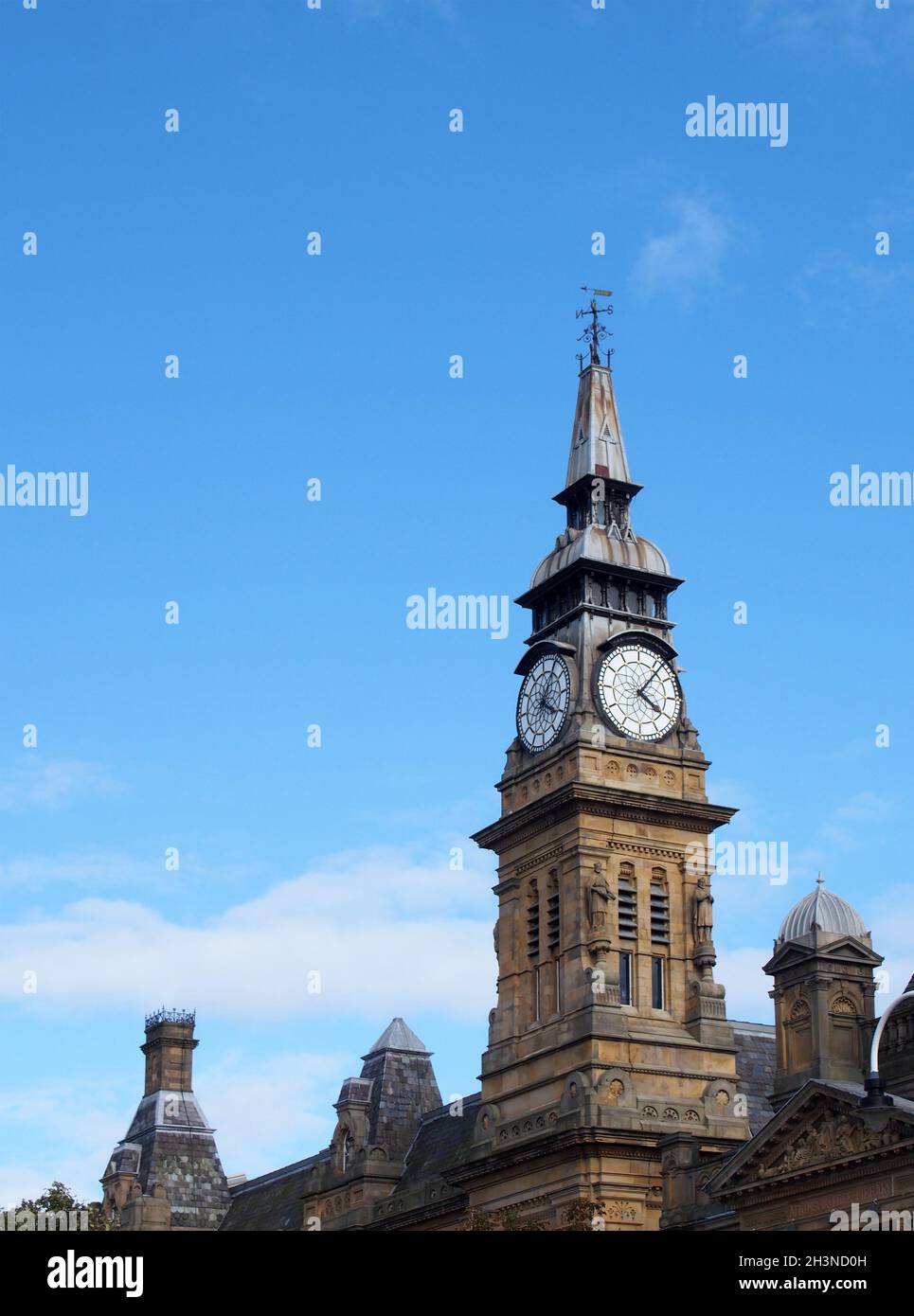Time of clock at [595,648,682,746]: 4:06
